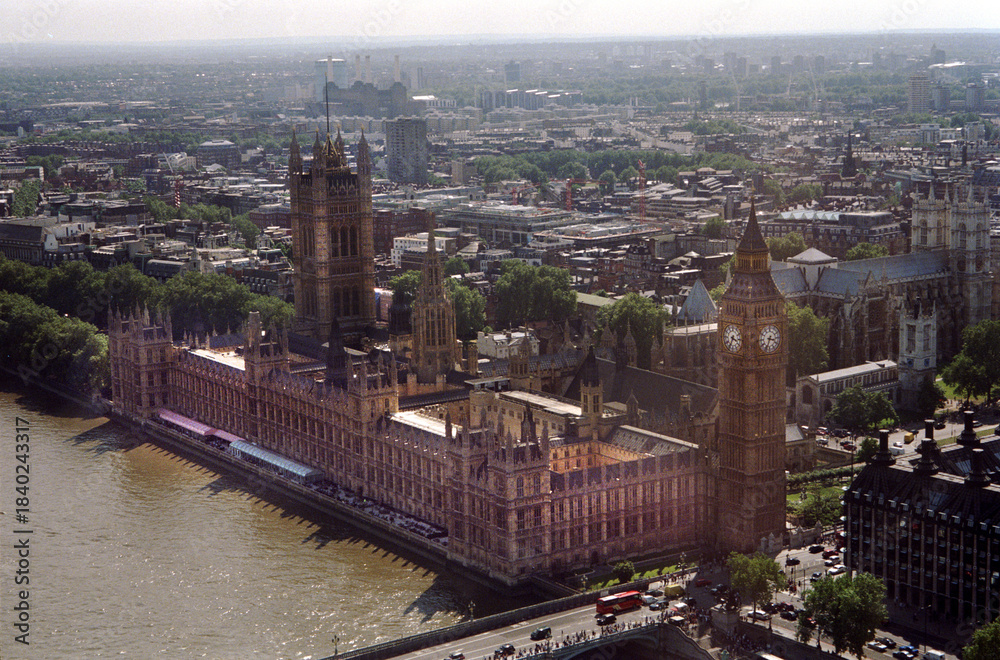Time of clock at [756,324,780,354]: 3:33
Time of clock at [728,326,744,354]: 3:34
